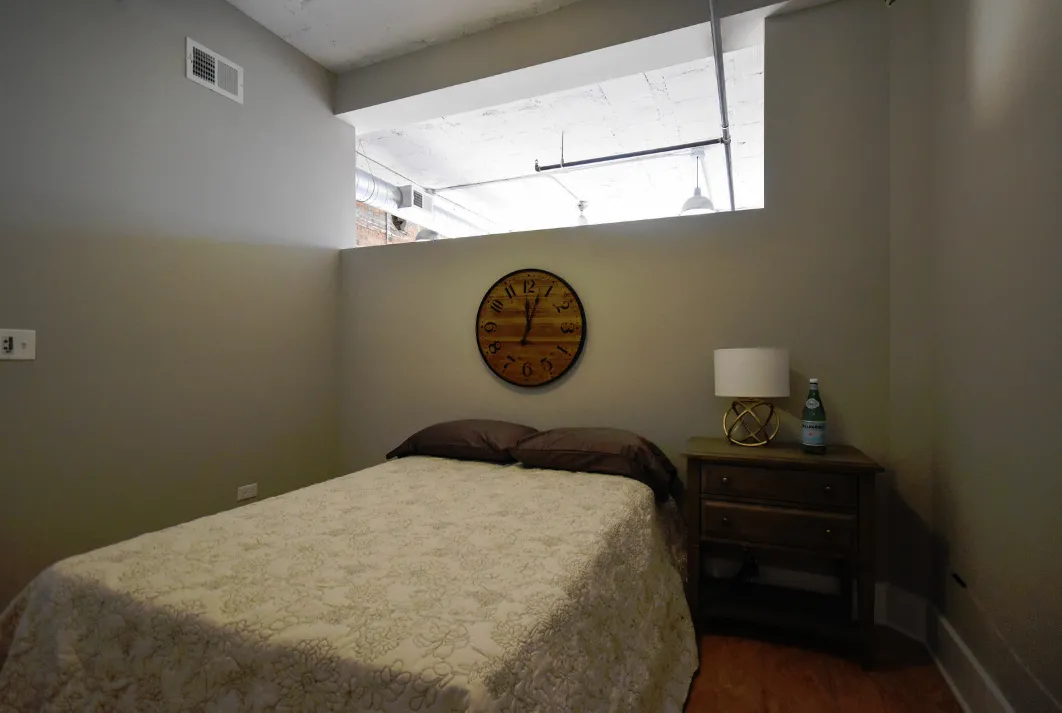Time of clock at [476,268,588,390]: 12:03
